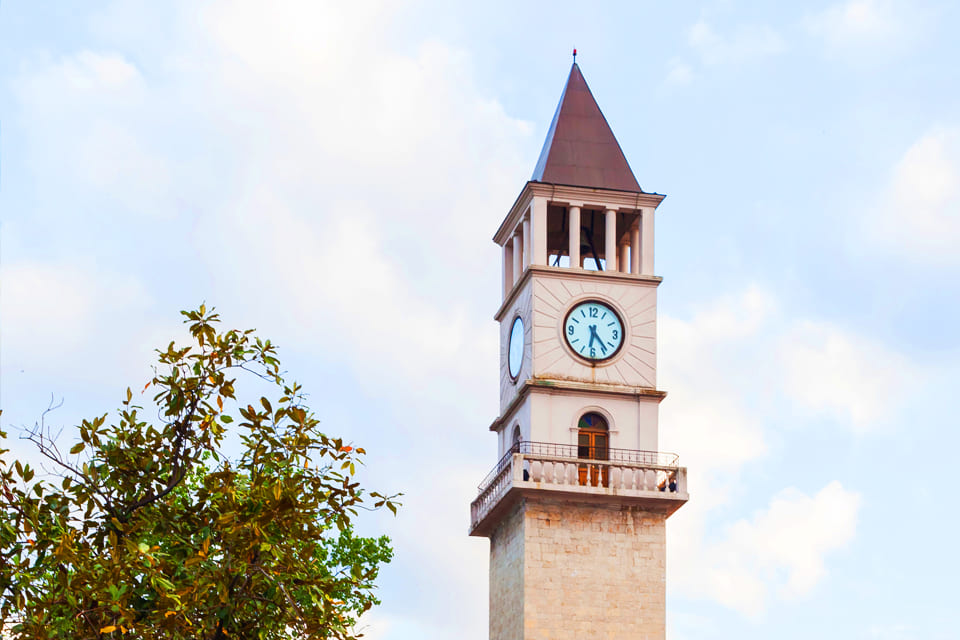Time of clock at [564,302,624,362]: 6:23
